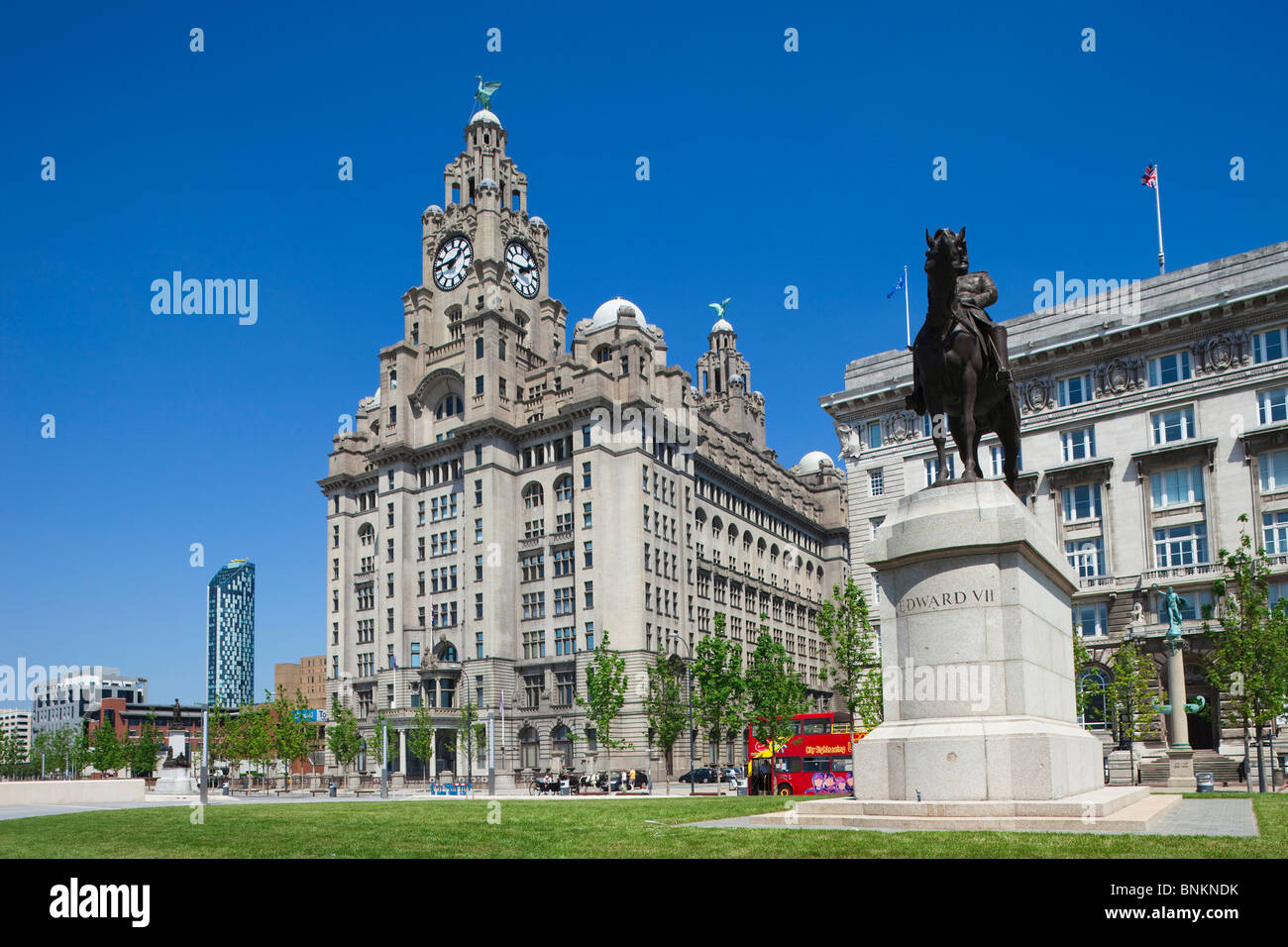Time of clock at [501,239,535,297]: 1:45
